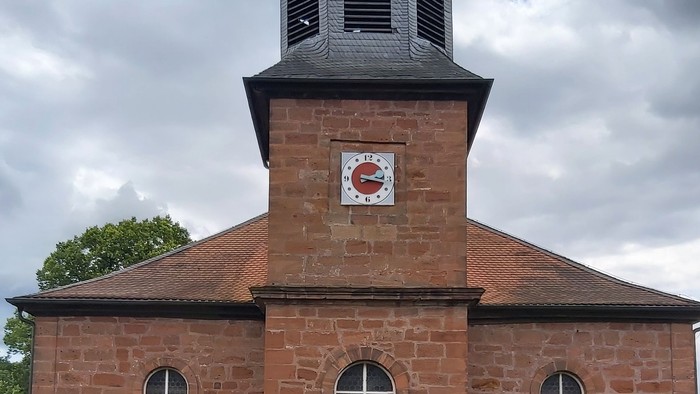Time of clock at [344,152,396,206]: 2:17
